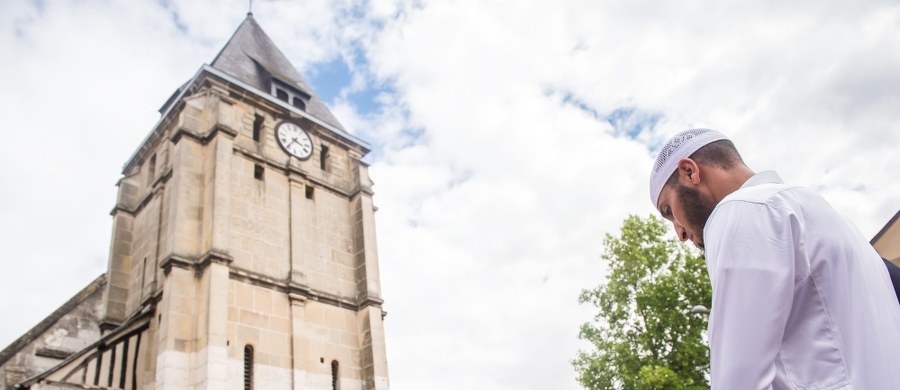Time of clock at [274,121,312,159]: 3:35
